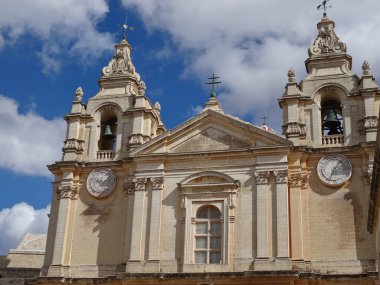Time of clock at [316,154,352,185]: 1:33
